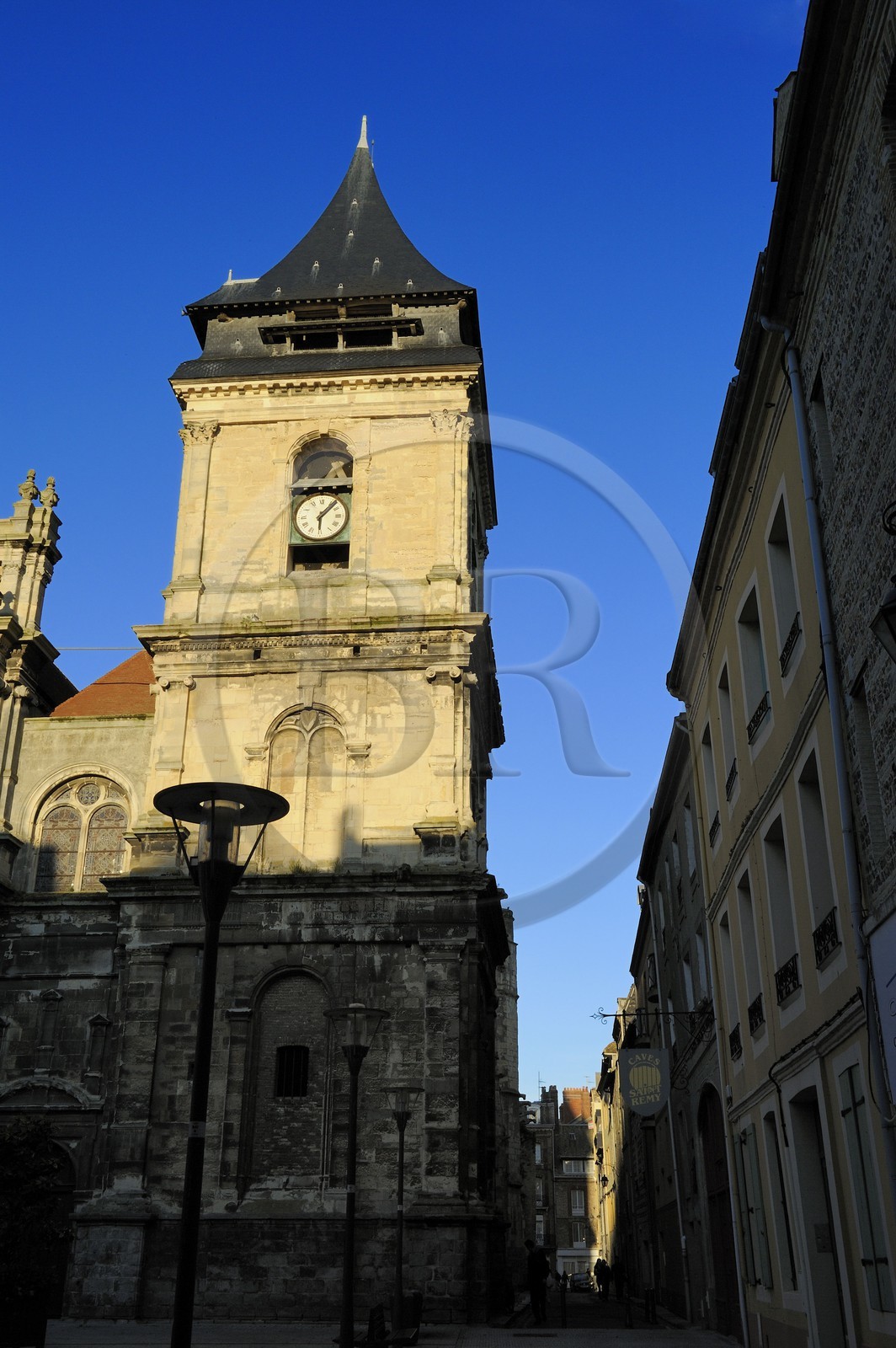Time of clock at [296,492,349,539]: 6:07
